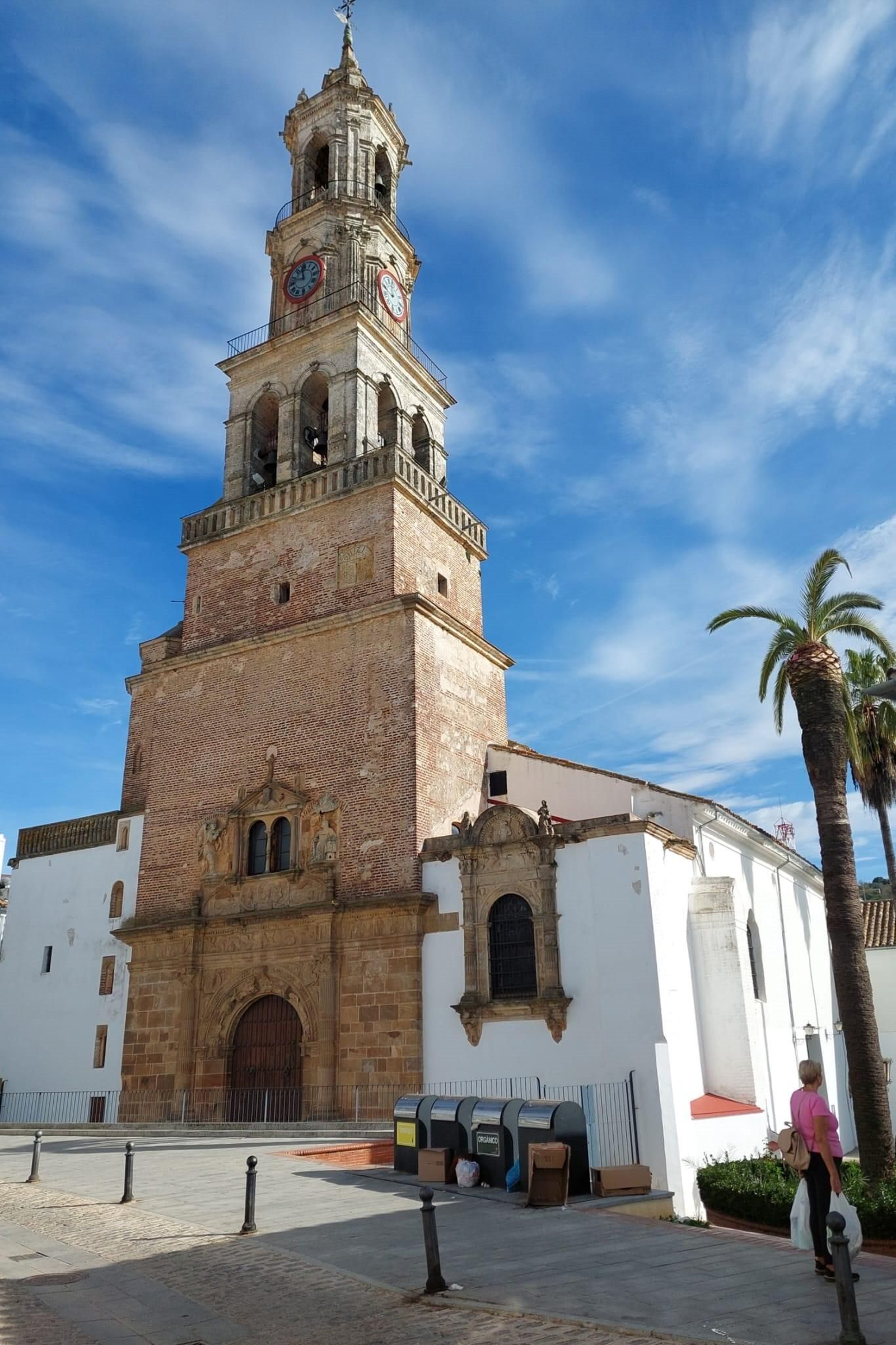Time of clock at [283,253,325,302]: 11:48
